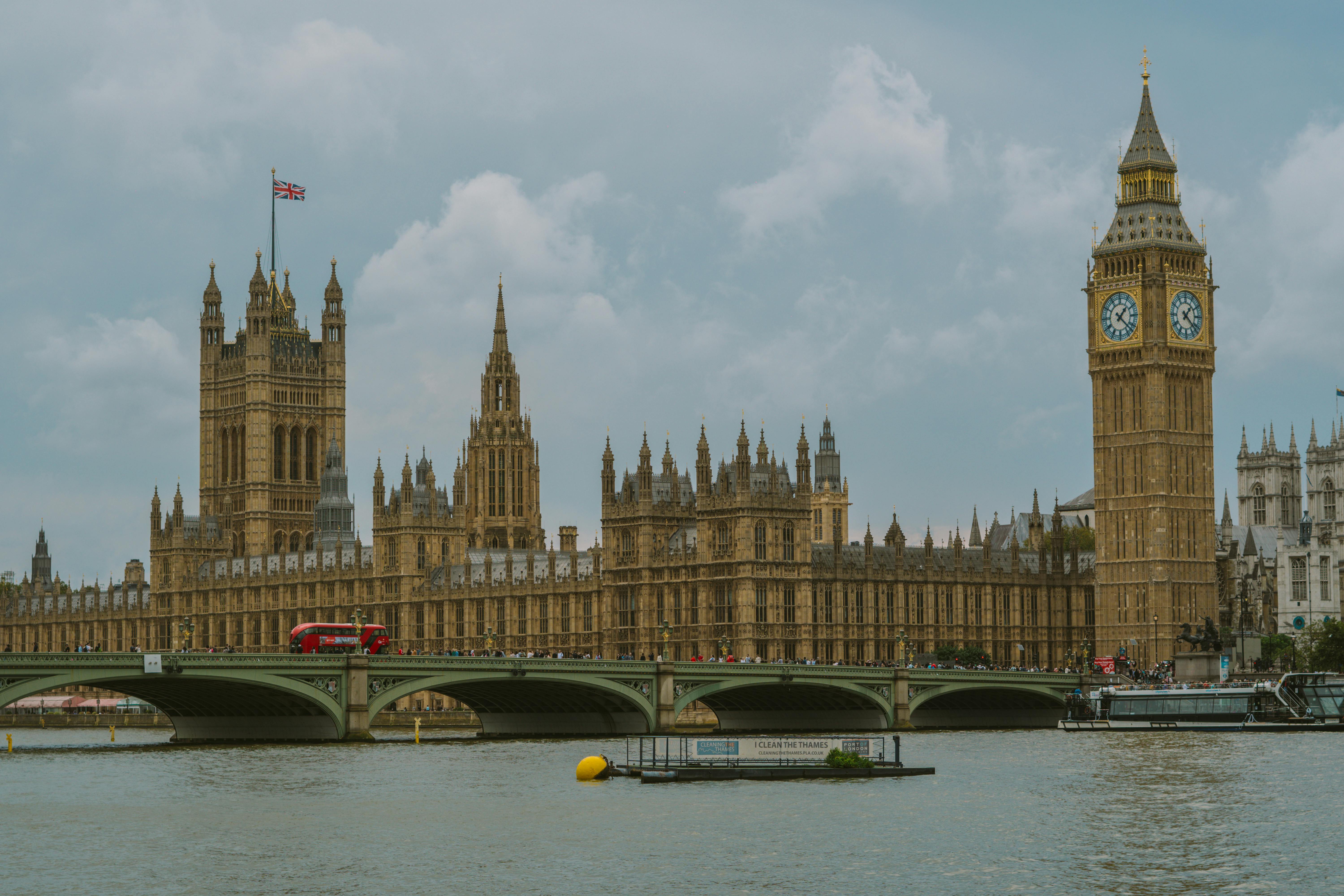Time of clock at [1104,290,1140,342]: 1:22
